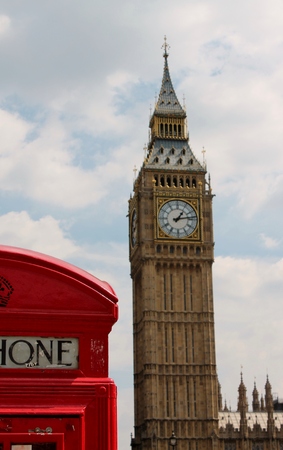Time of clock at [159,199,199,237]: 1:13
